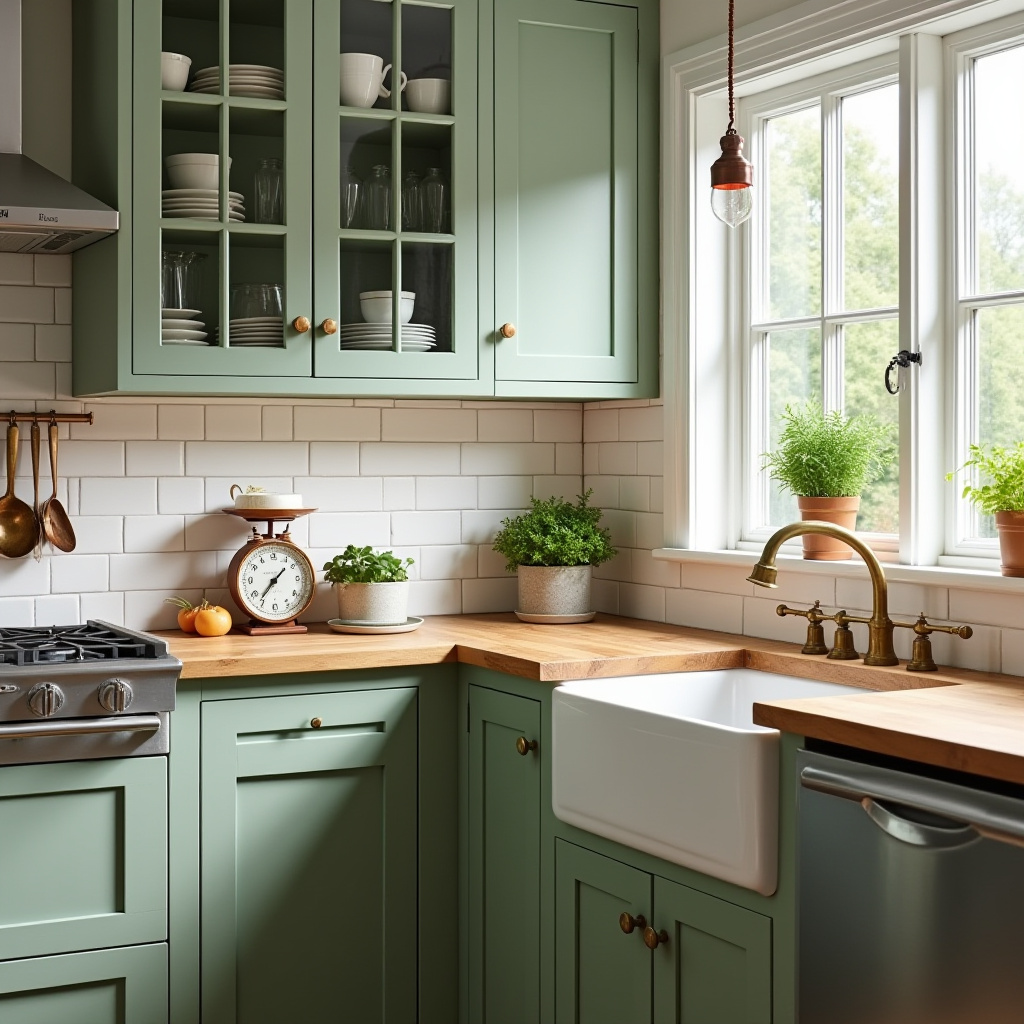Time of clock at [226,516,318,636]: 1:36
